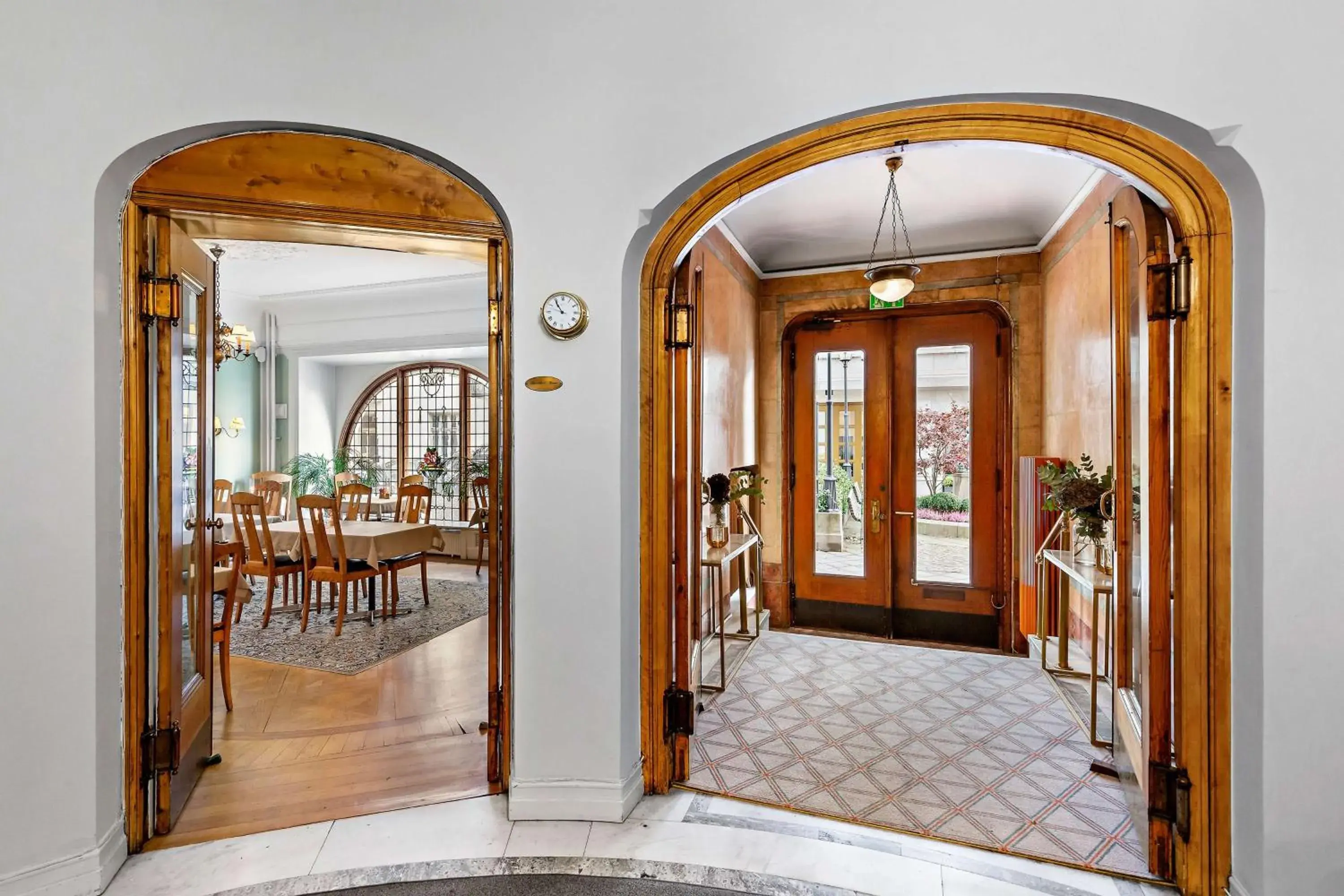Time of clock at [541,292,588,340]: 10:54
